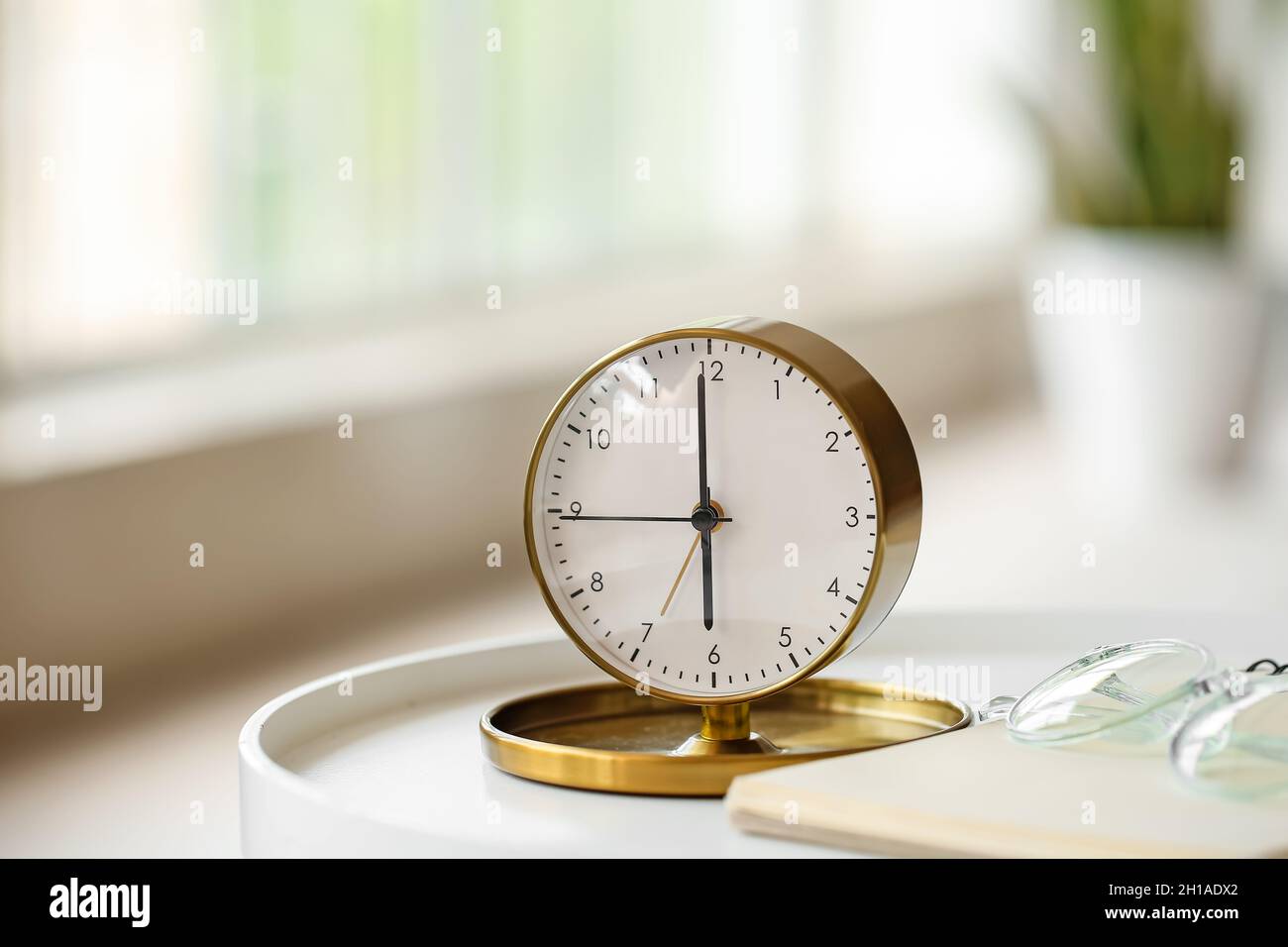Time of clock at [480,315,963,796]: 5:59
